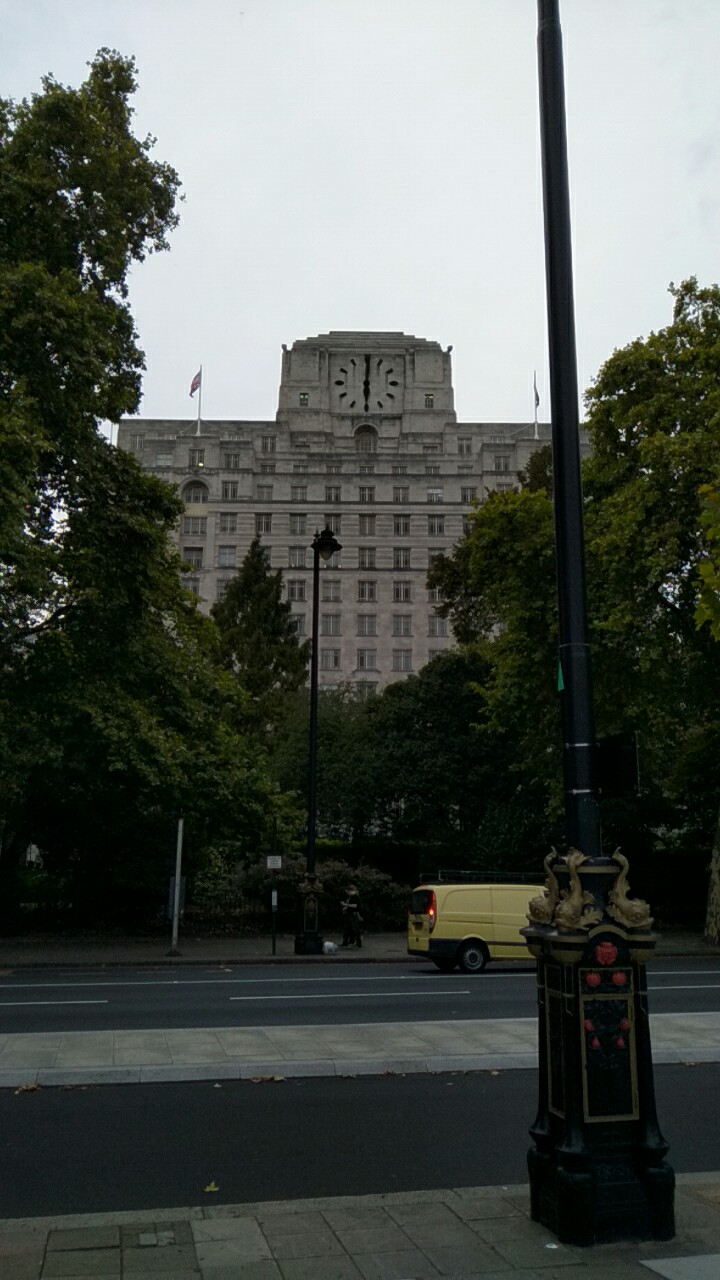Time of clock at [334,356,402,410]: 6:00
